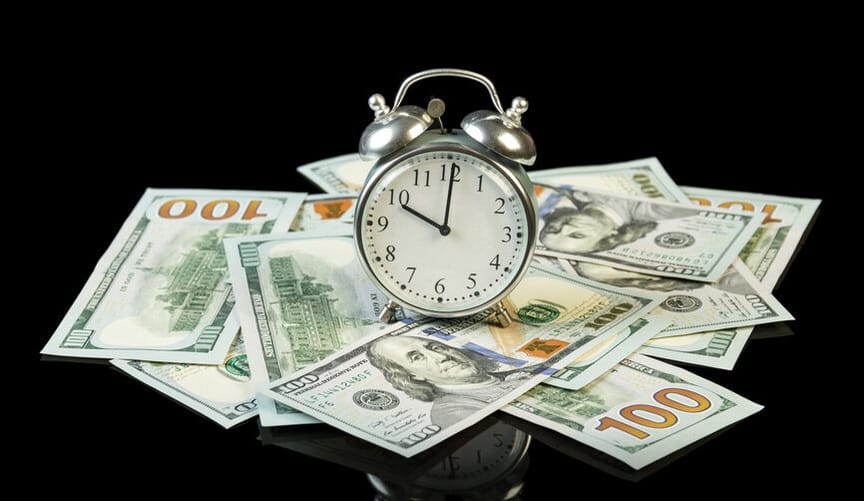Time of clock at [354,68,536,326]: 10:00
